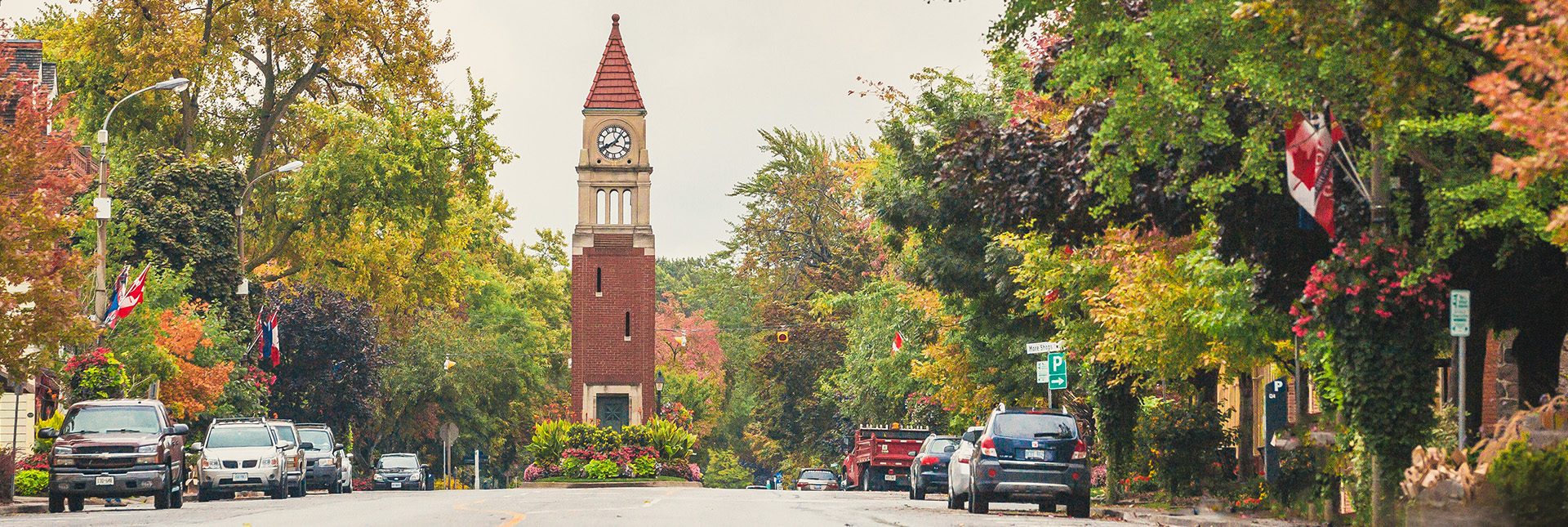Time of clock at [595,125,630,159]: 8:06
